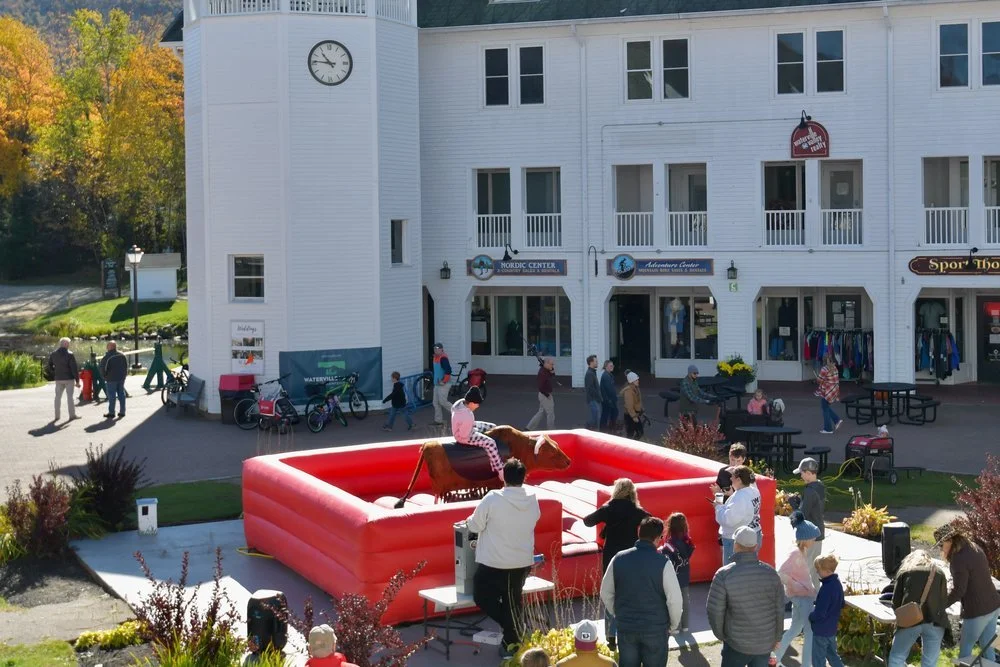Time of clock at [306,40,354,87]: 10:46
